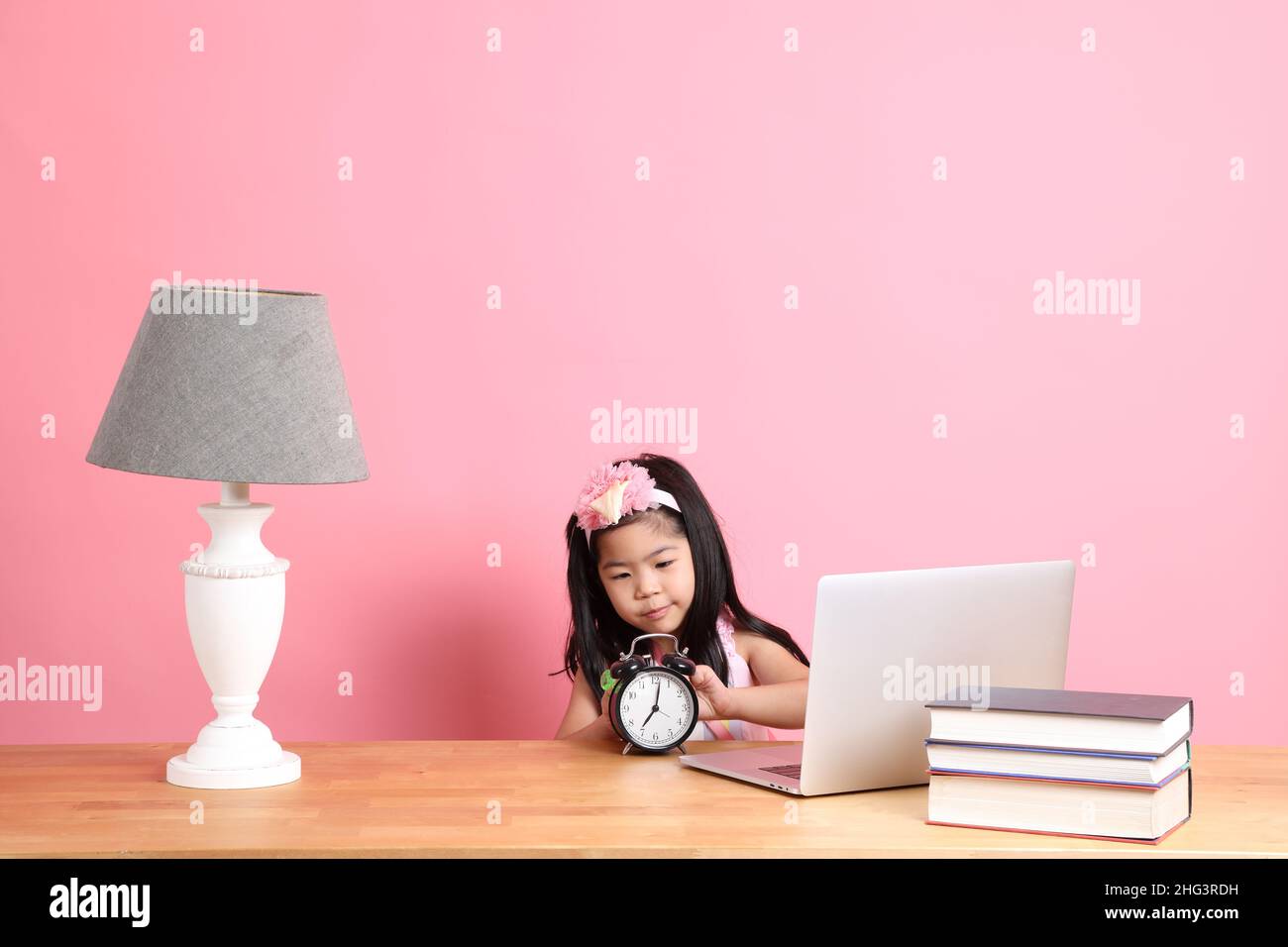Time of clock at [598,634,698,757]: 7:02
